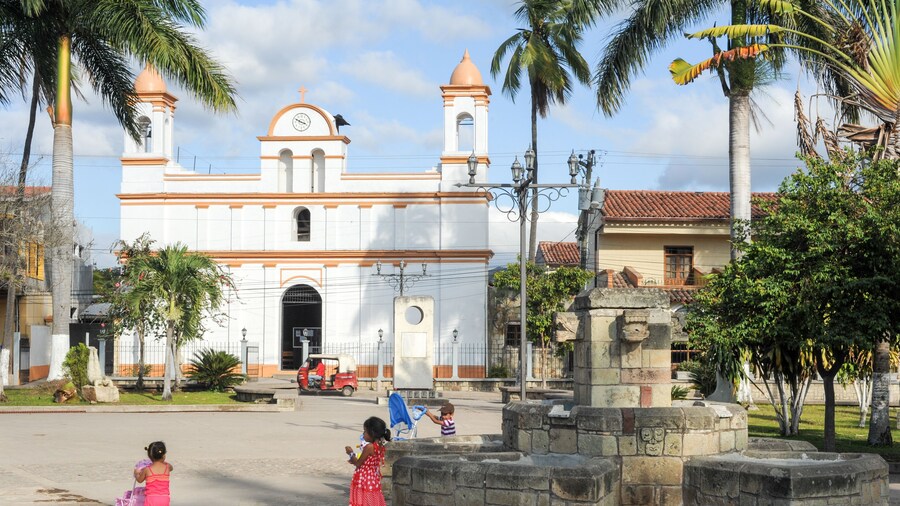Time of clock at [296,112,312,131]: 3:49
